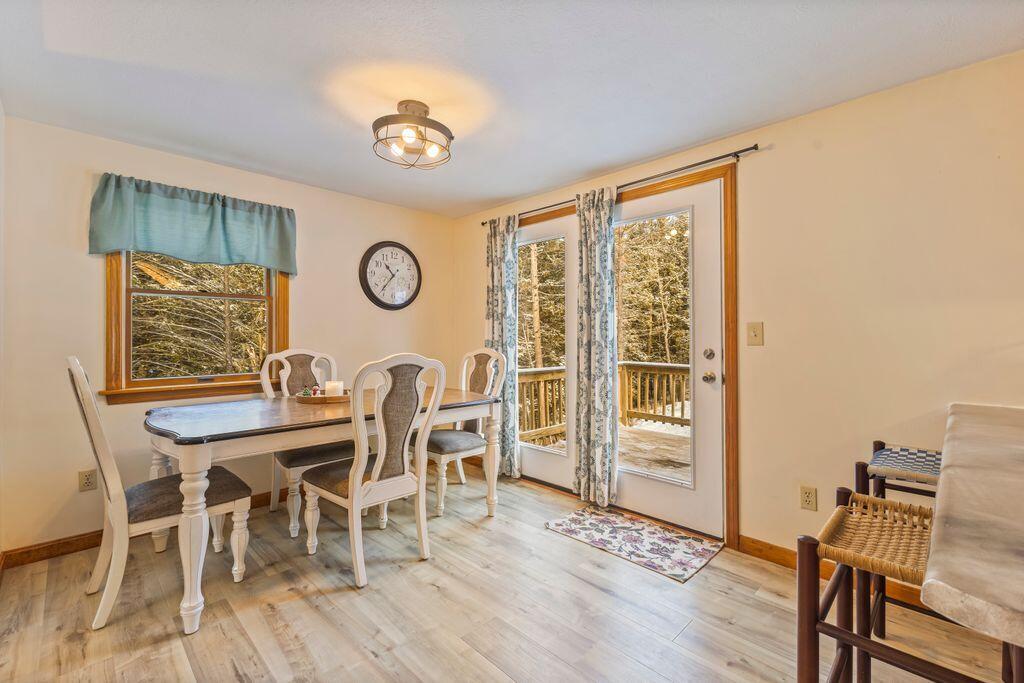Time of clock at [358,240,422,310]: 10:36
